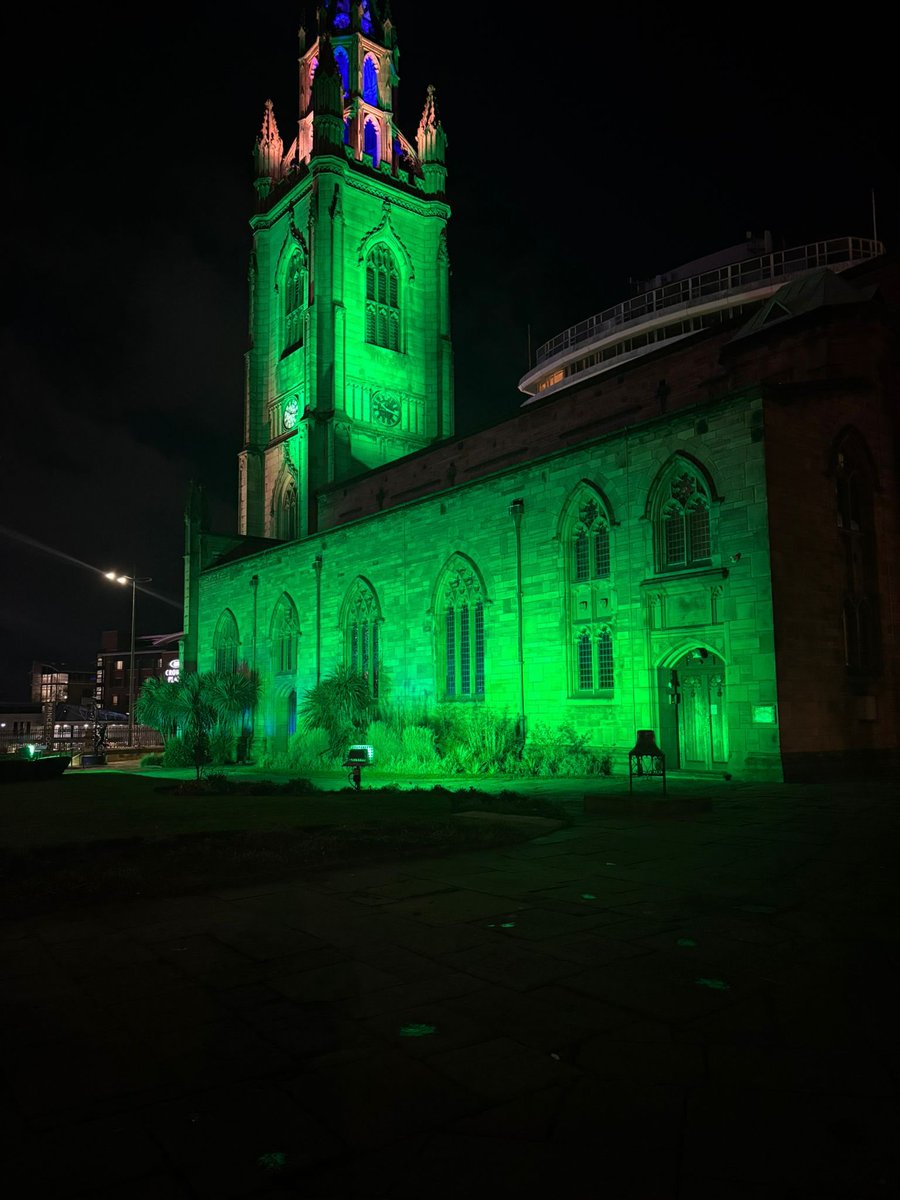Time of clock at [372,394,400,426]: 10:17
